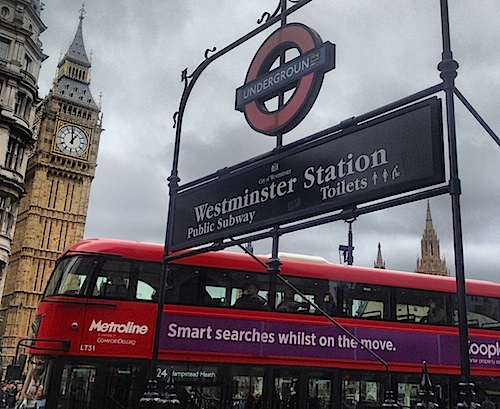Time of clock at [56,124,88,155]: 12:58
